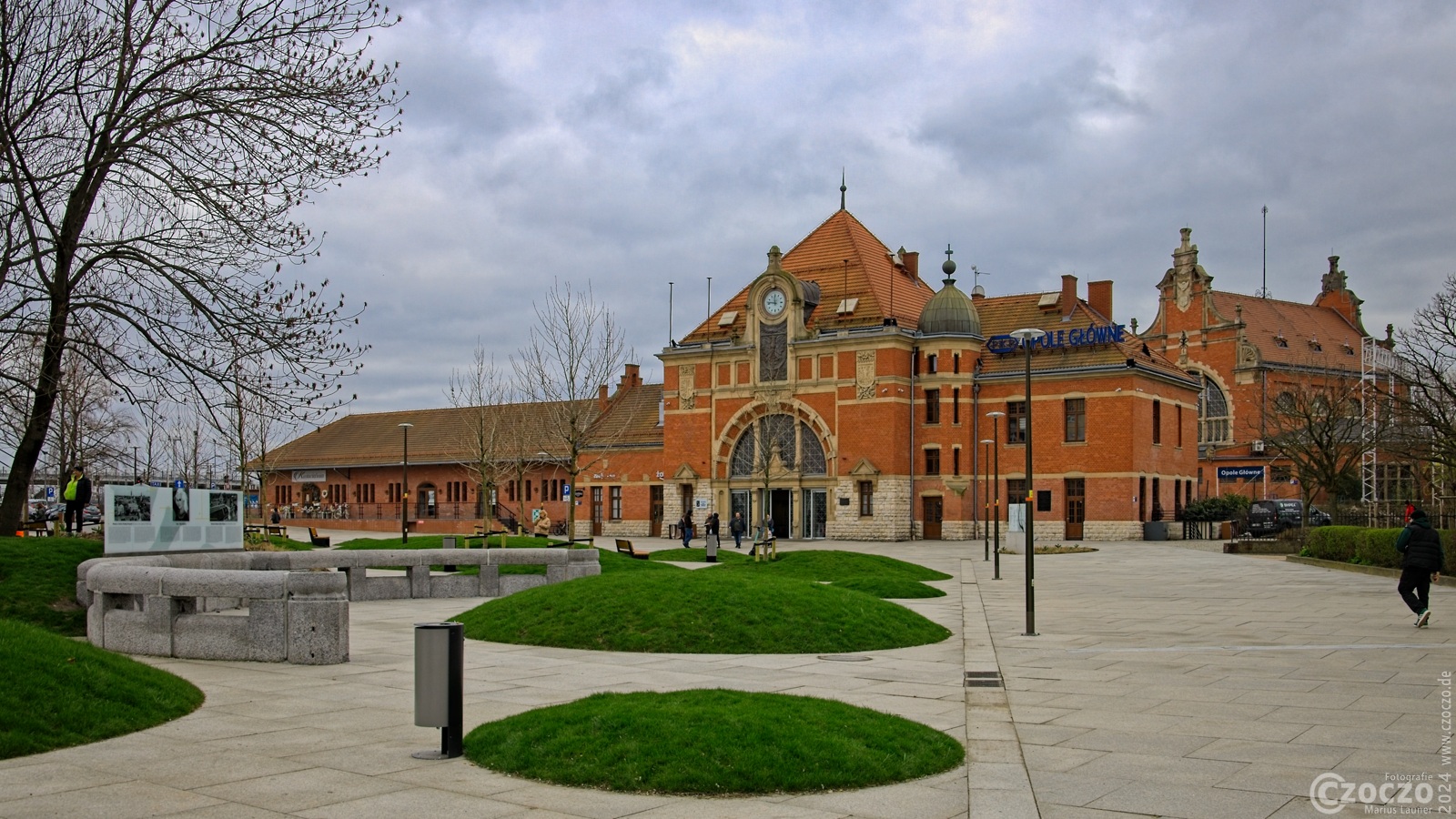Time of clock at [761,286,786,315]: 11:46
